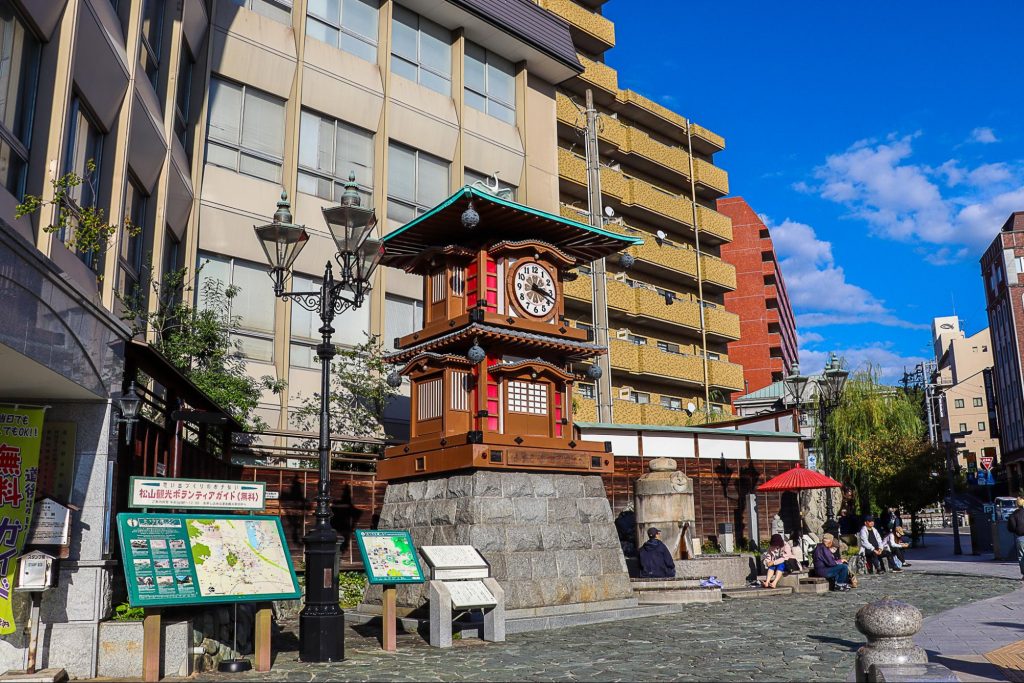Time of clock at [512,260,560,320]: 3:18
